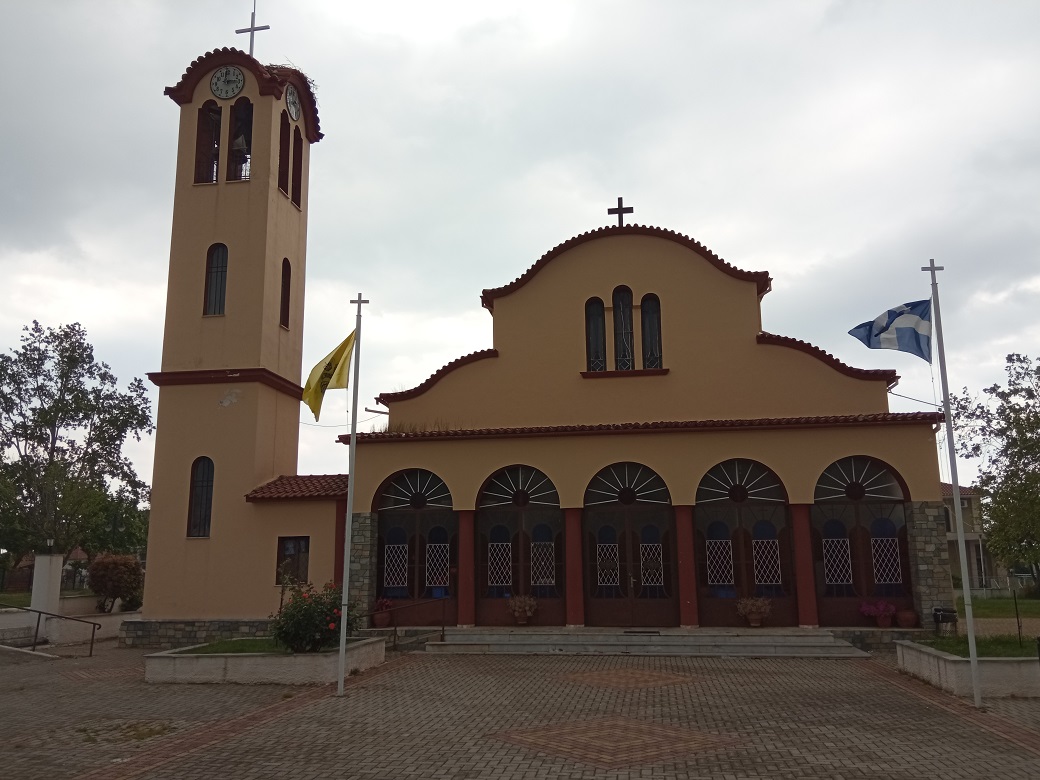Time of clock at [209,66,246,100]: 2:59
